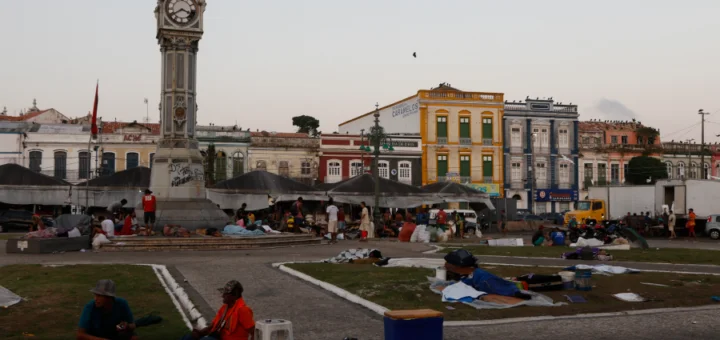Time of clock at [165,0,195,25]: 3:39
